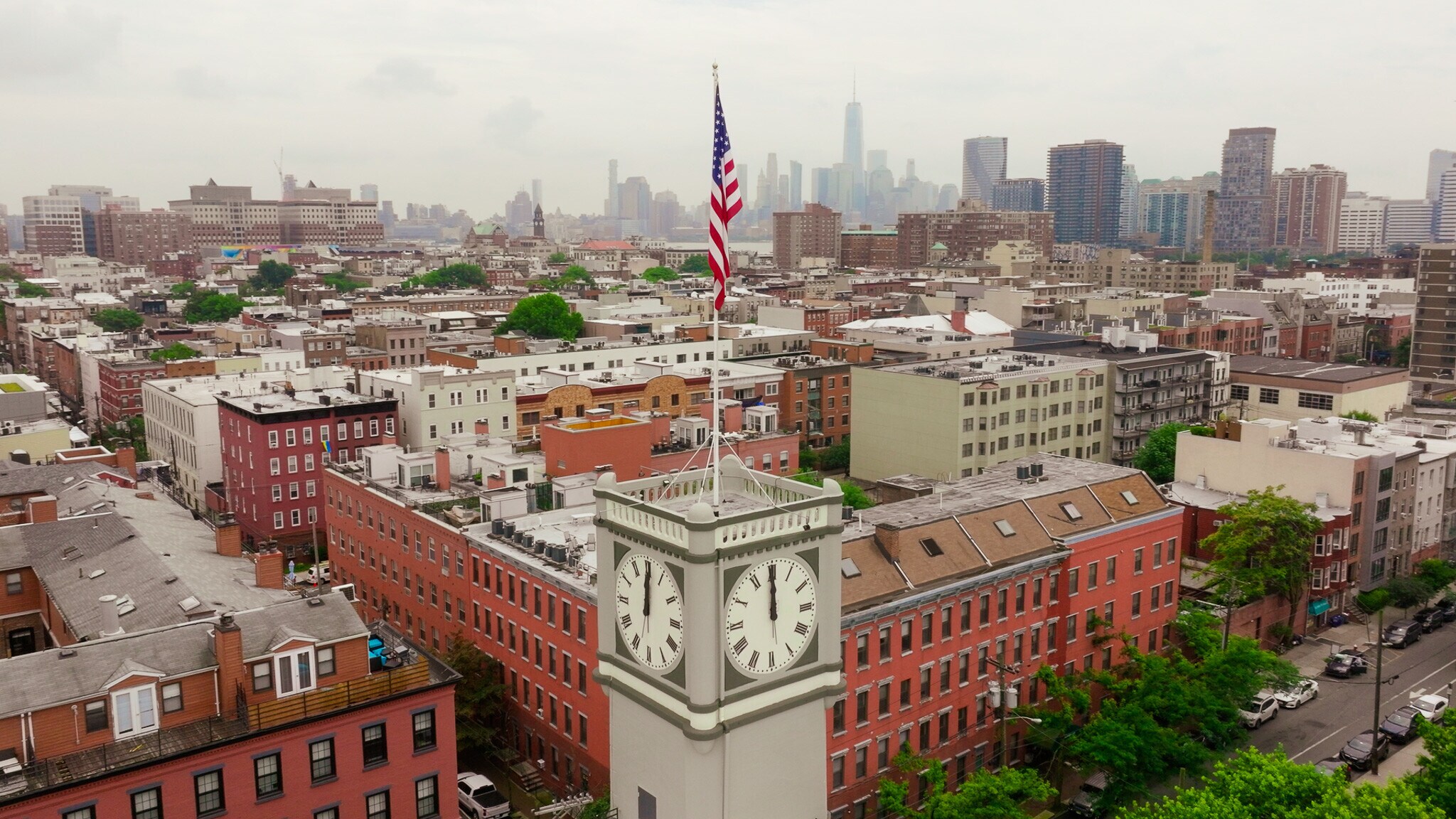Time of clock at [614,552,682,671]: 12:00
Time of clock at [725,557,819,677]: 11:59
